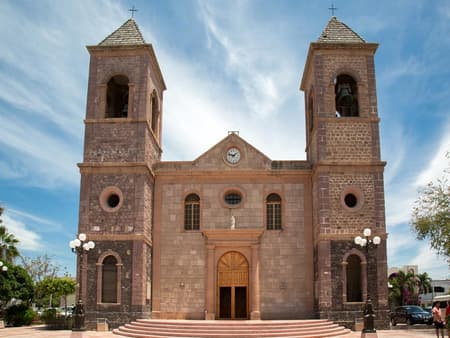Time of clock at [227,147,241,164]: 1:47
